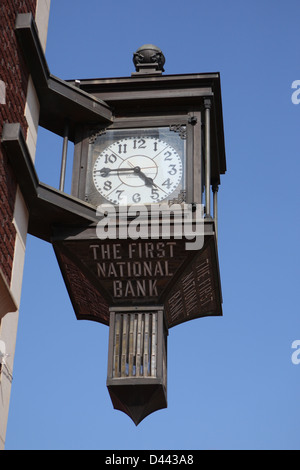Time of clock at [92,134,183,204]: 4:45
